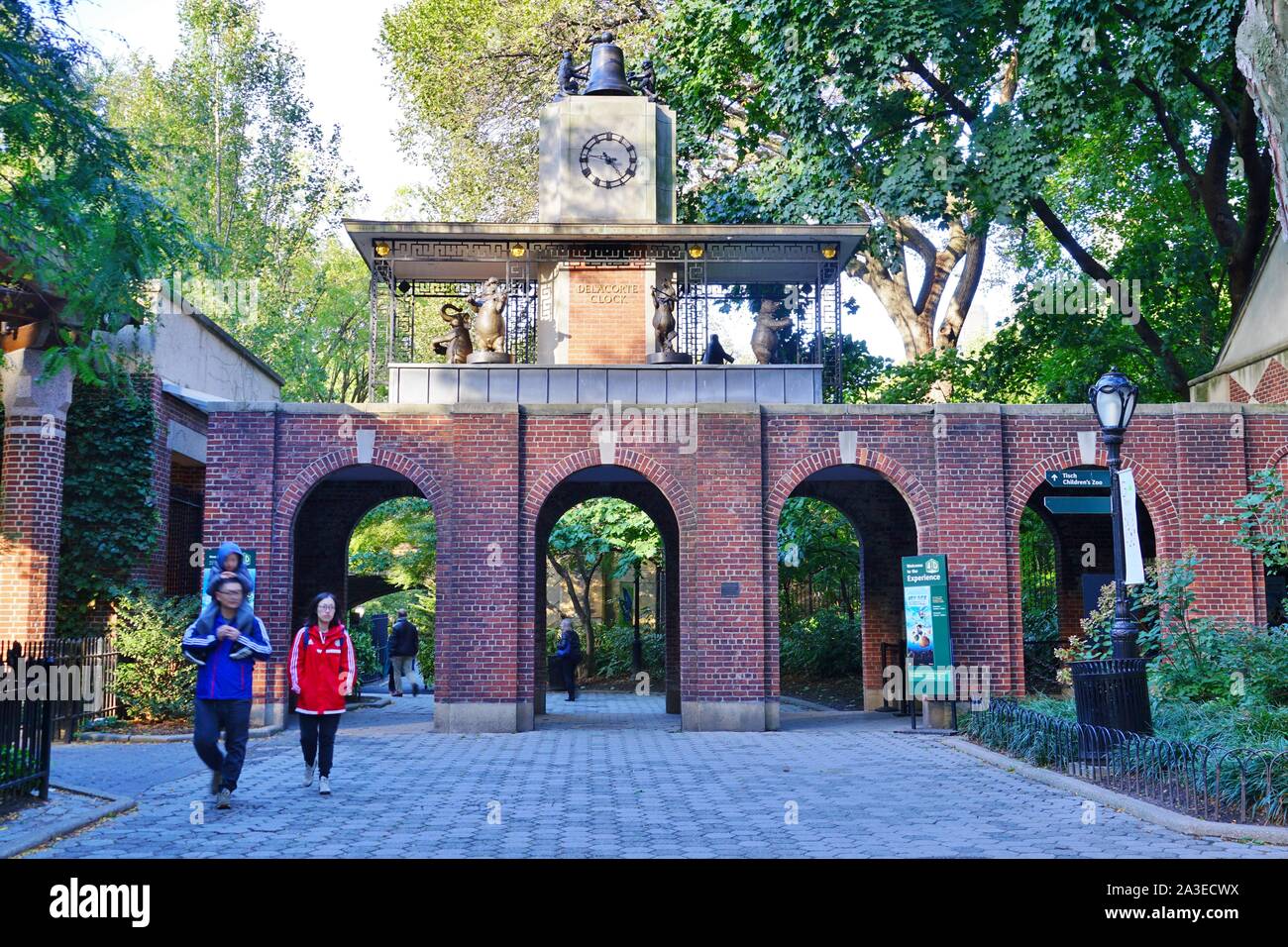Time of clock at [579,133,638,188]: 4:46
